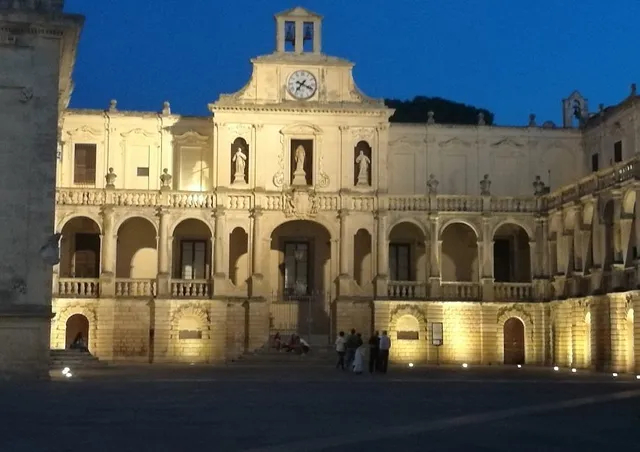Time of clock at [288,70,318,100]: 7:18
